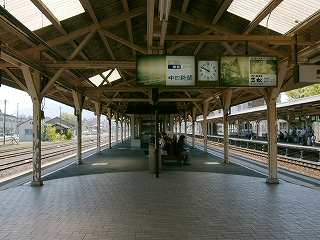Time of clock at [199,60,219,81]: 9:50
